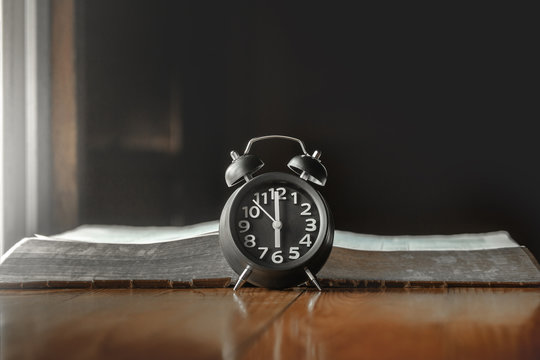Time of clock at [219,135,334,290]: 6:00
